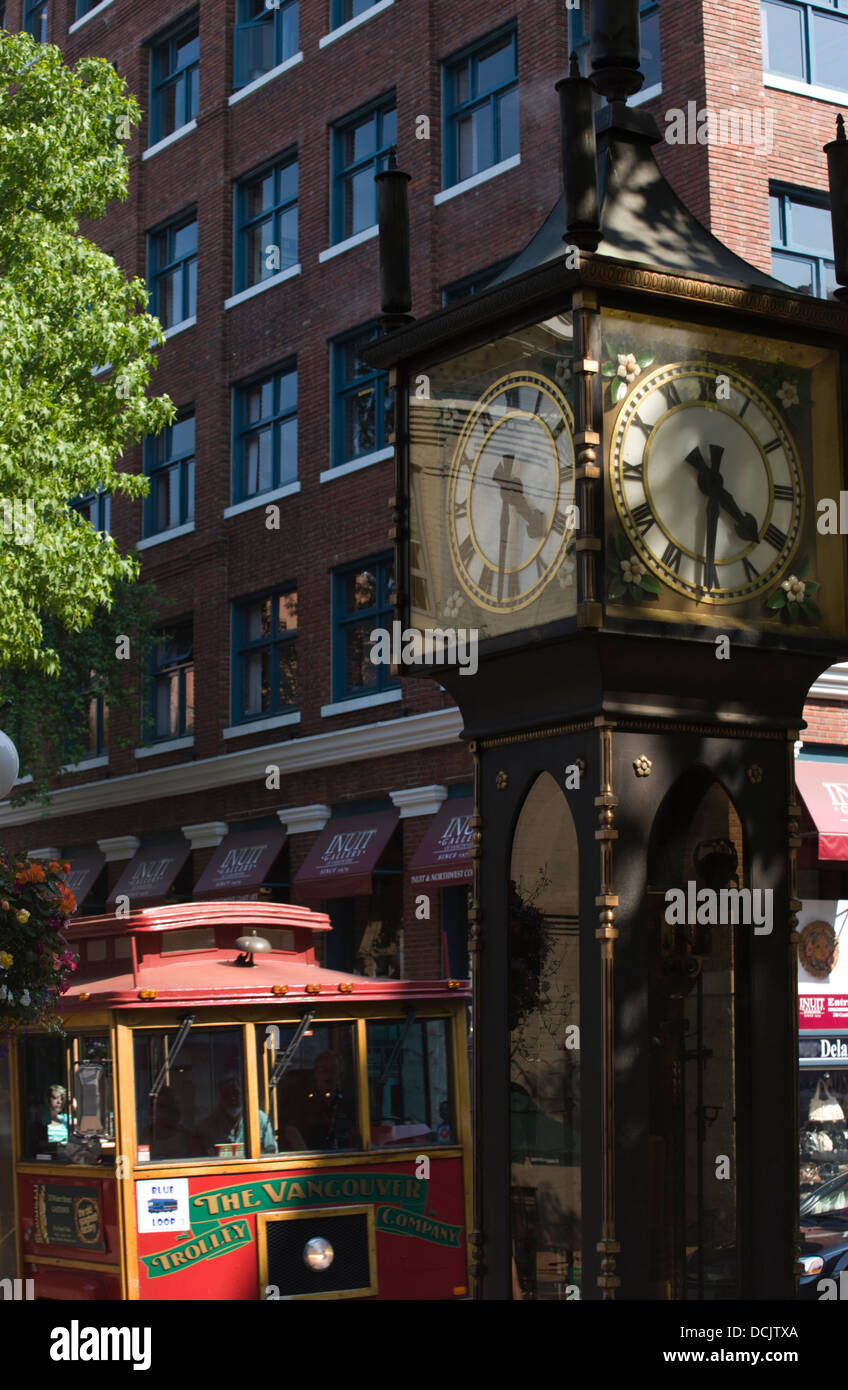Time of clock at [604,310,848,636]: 4:31
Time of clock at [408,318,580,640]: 4:31
